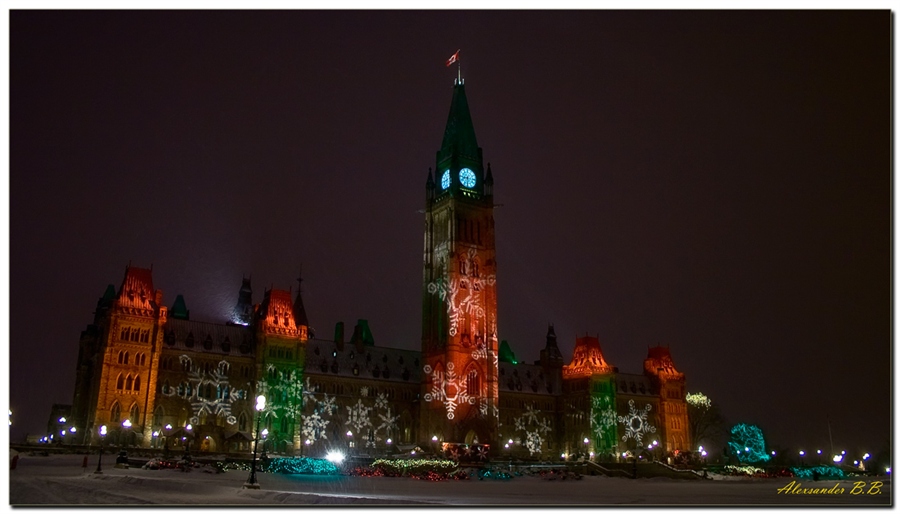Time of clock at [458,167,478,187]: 8:30
